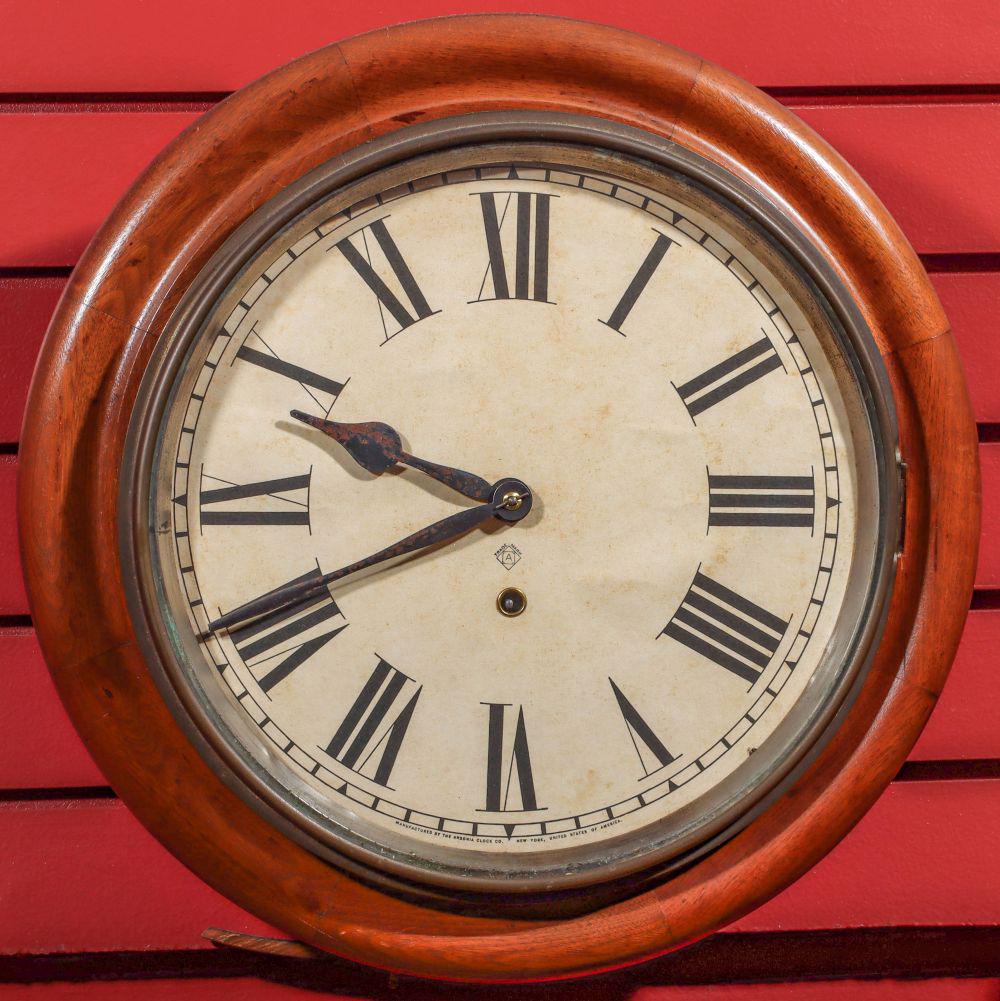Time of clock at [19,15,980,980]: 9:41
